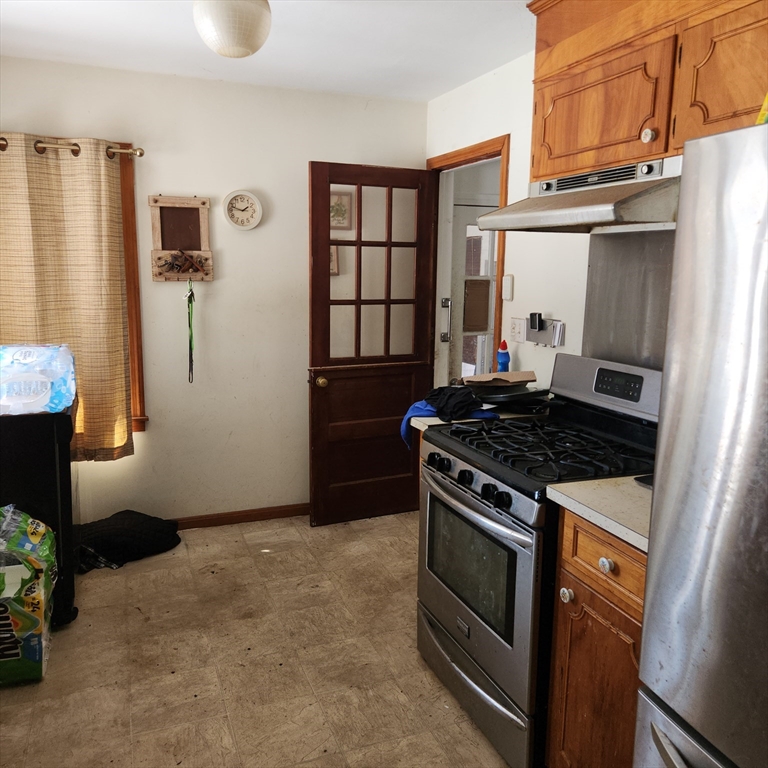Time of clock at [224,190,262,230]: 1:47
